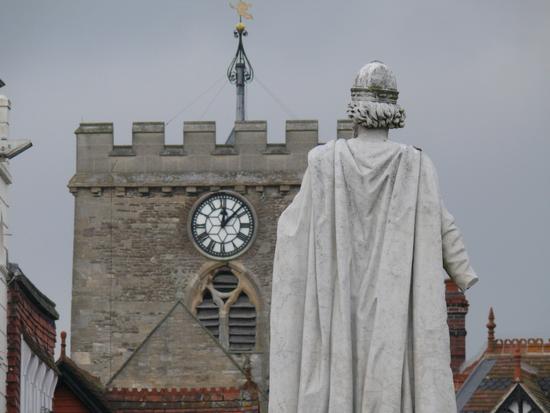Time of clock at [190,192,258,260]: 12:07
